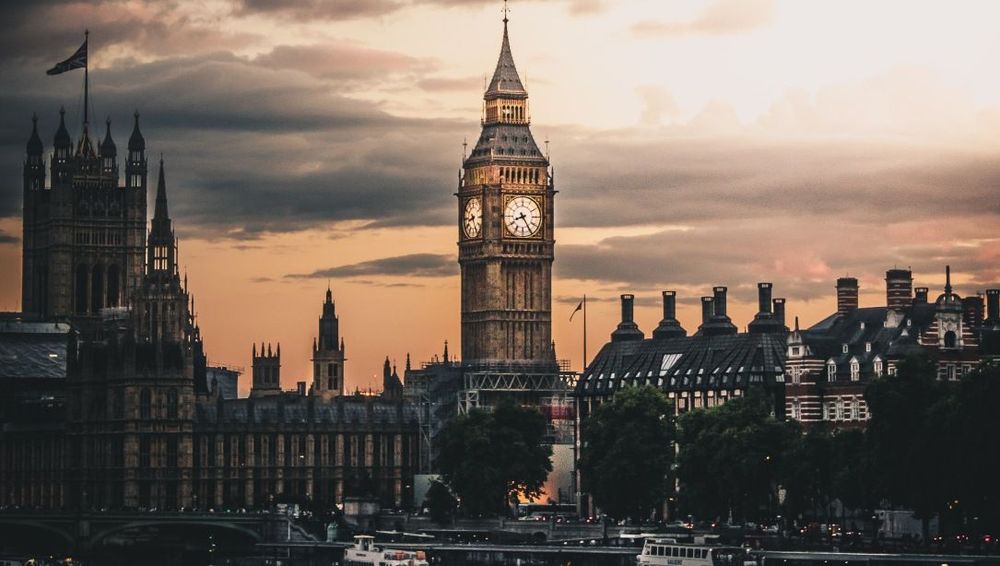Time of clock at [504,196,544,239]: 8:24
